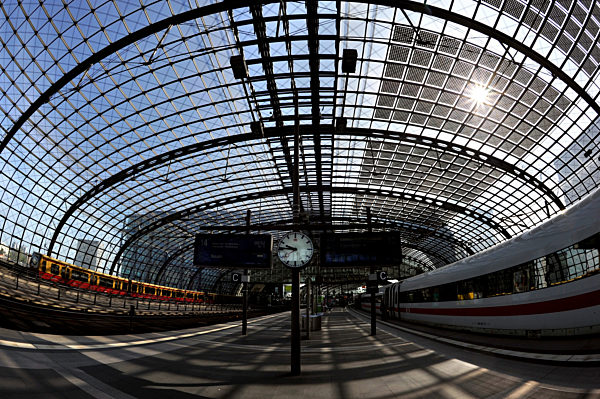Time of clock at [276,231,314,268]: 9:45
